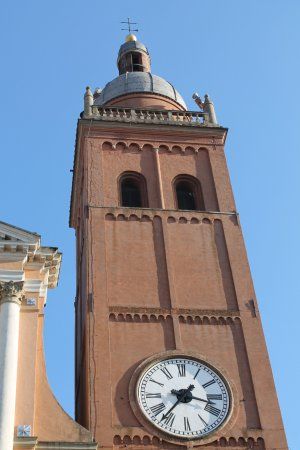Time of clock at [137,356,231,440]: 3:36
